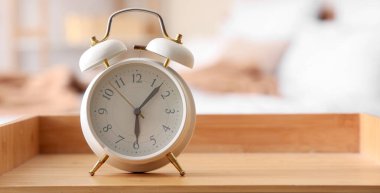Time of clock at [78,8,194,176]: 6:06
